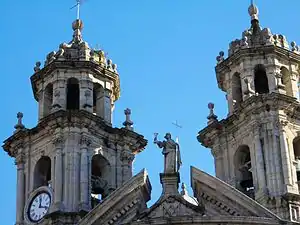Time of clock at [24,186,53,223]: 12:18
